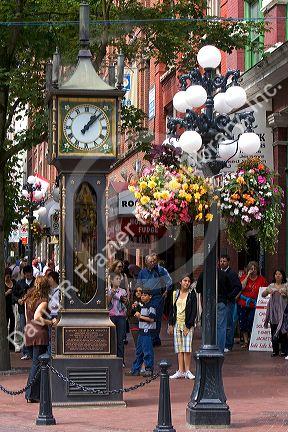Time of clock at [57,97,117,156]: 1:07
